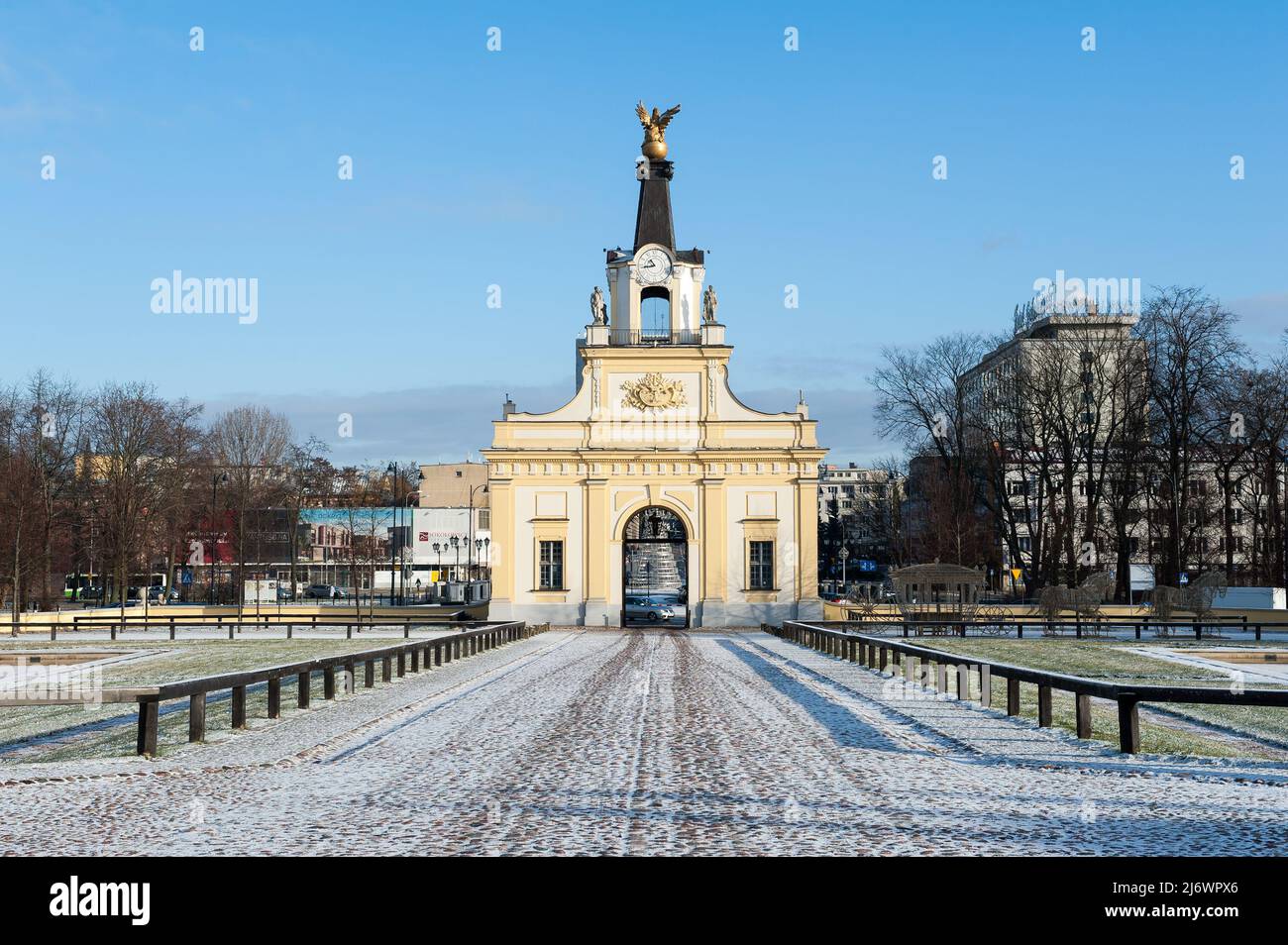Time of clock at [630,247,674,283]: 10:42
